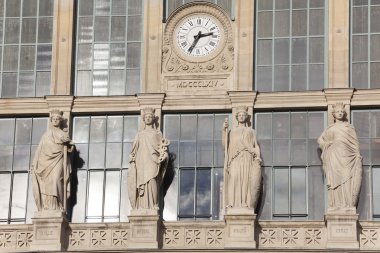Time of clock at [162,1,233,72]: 2:34
